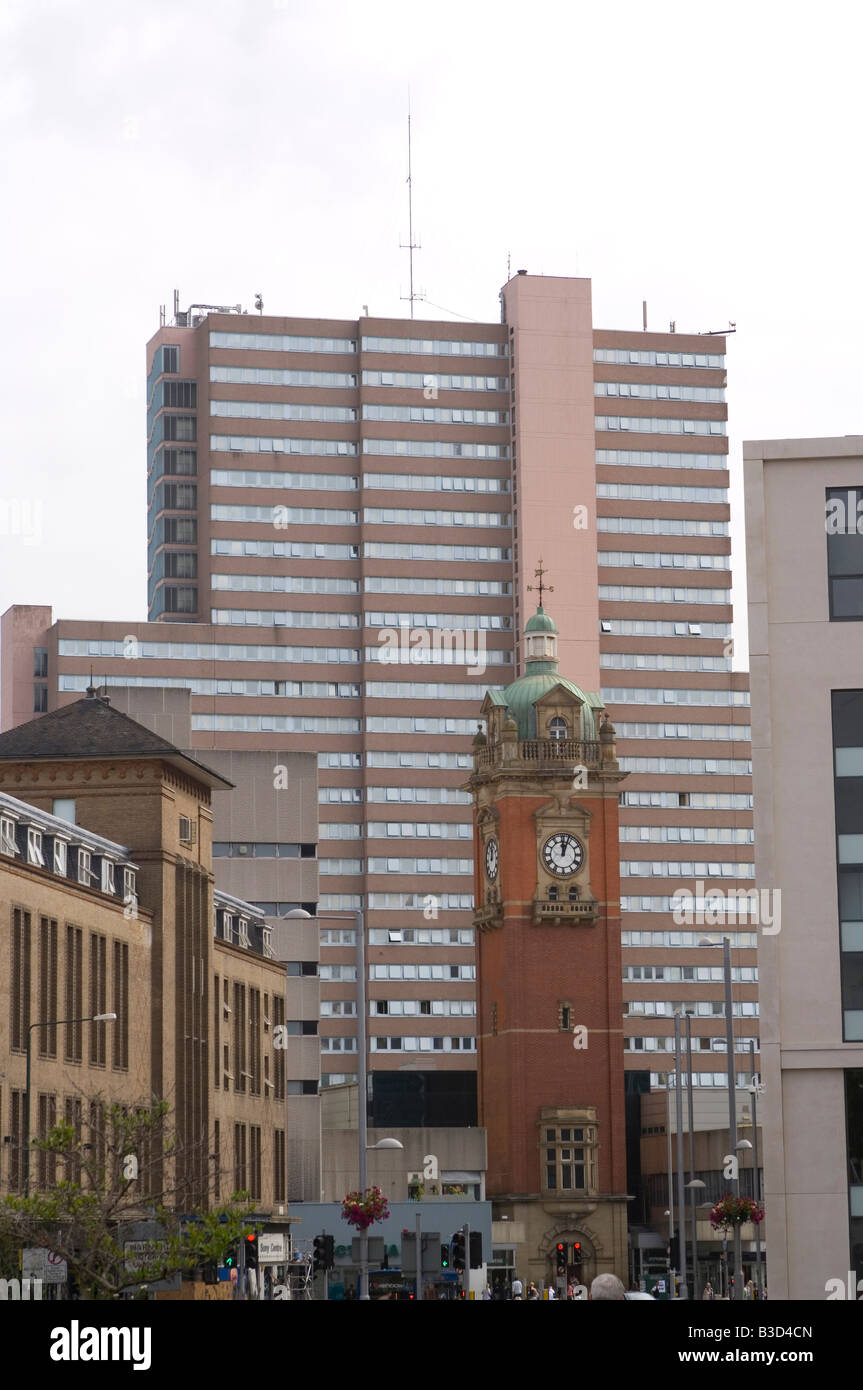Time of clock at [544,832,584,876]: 12:03
